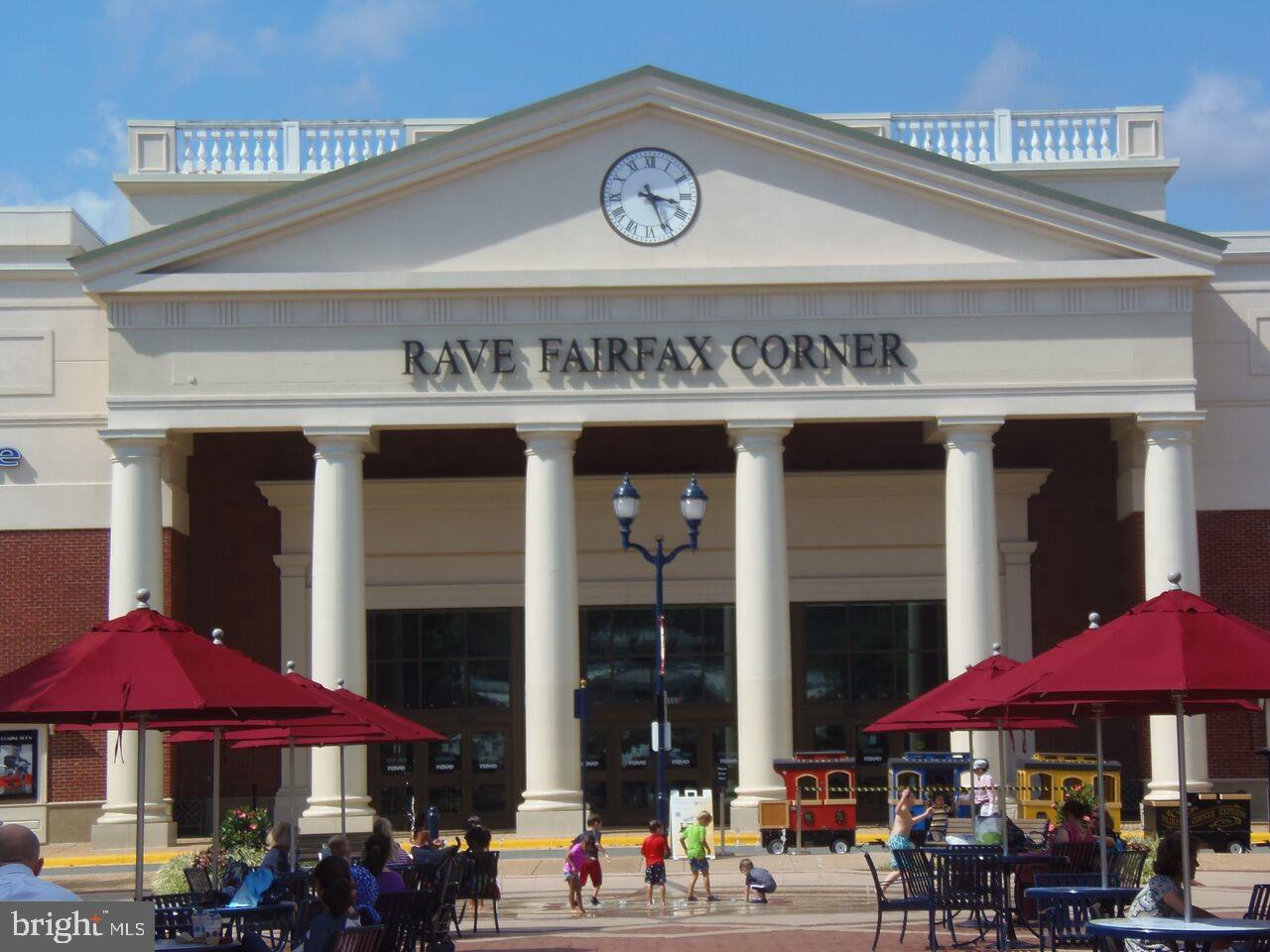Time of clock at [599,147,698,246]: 3:26
